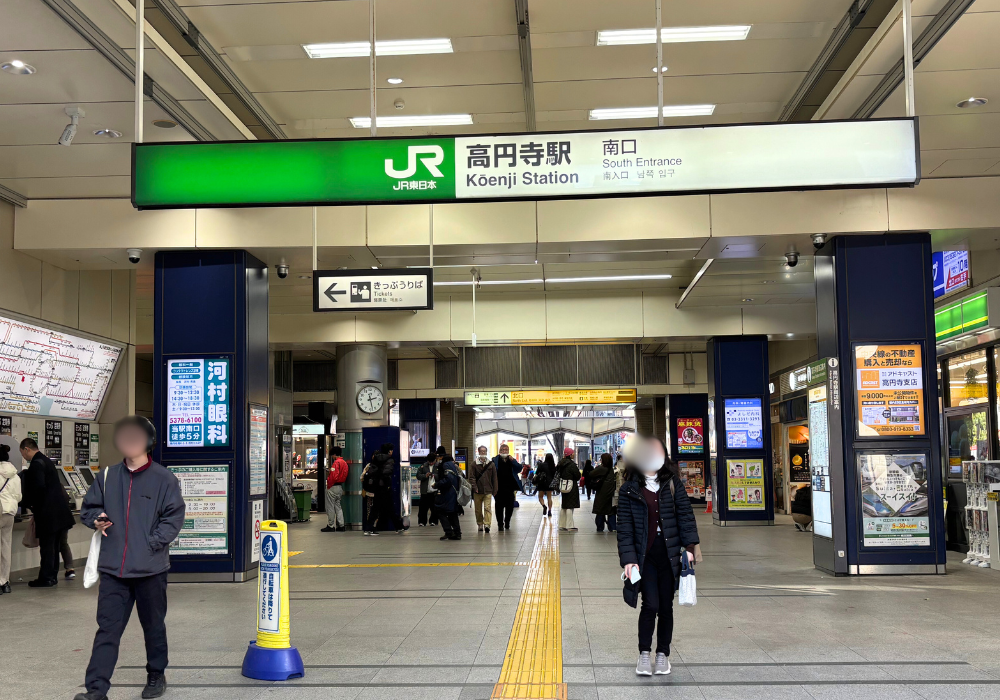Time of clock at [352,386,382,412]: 2:27
